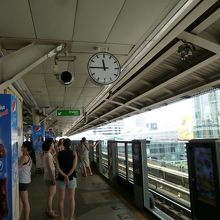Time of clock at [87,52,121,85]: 11:45
